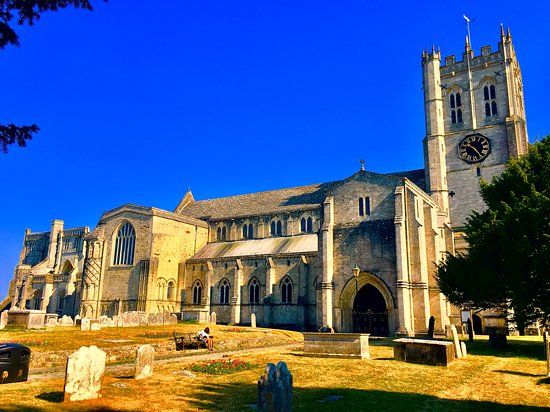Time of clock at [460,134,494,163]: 10:24
